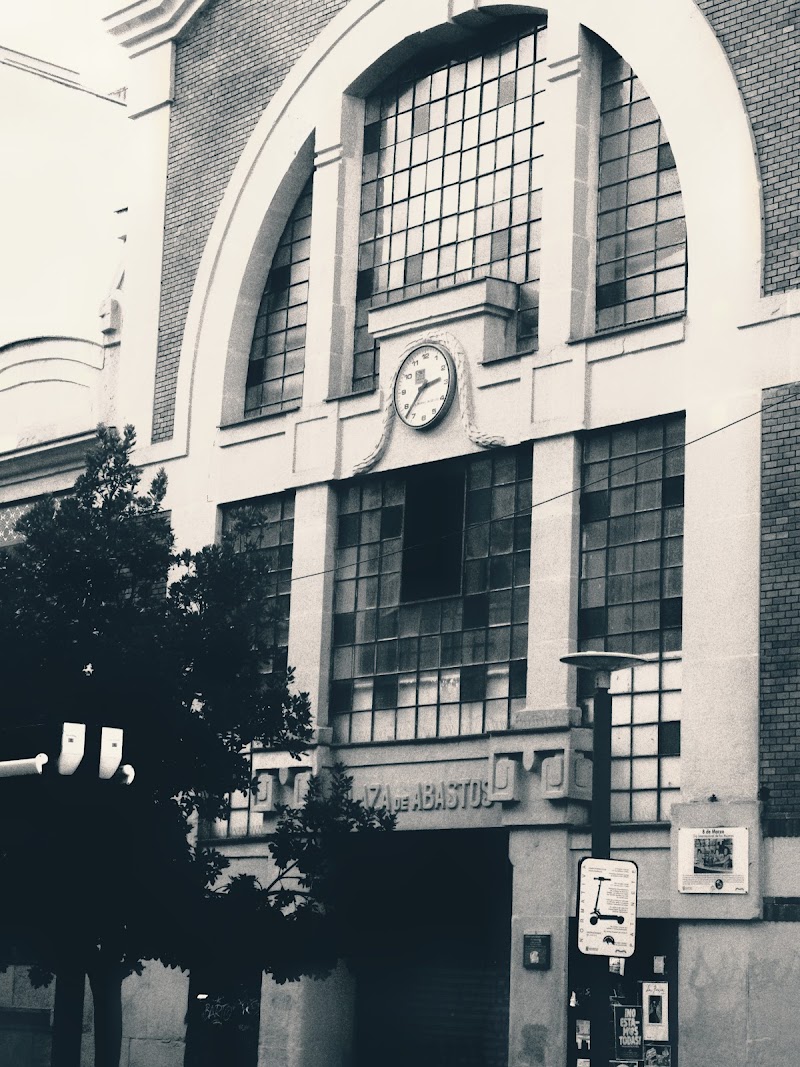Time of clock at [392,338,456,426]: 2:37
